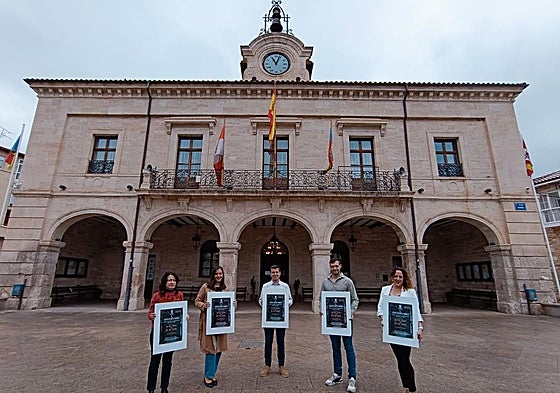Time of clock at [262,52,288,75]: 11:03
